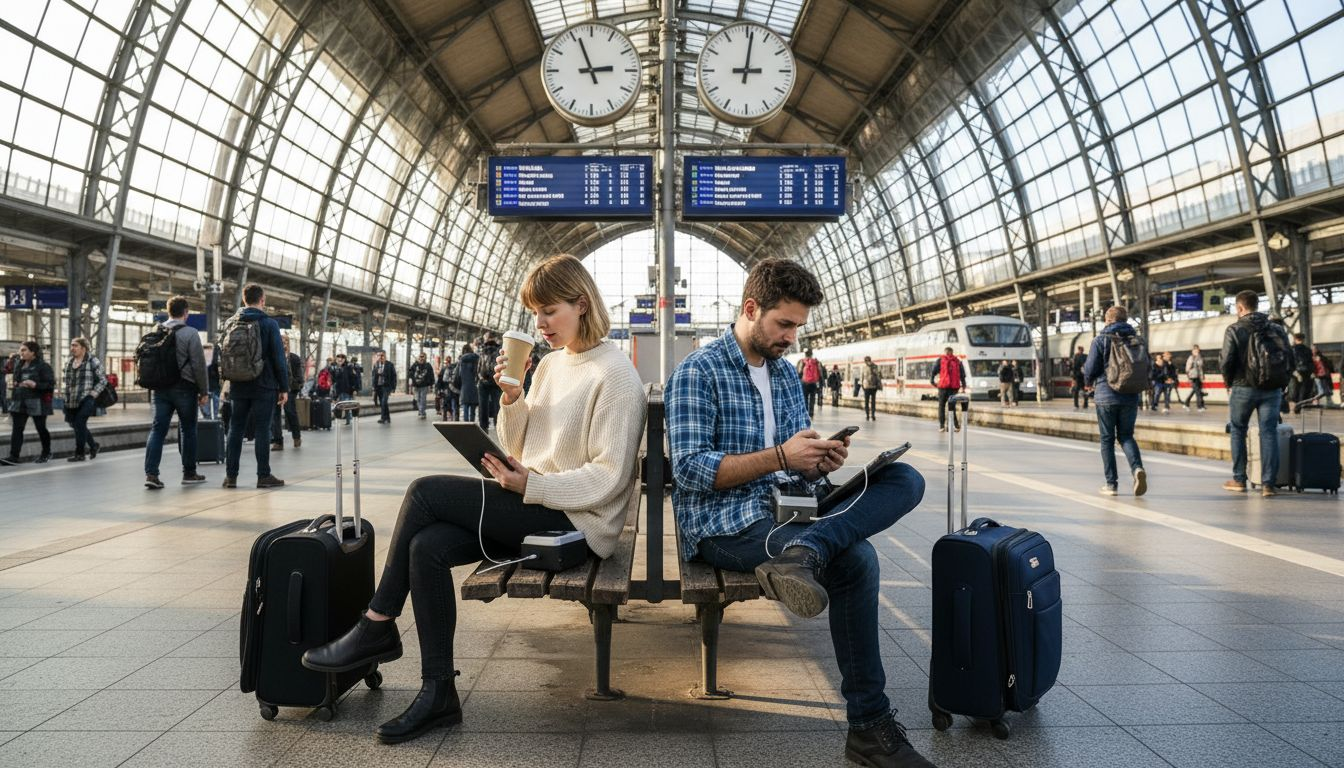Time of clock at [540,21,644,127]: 2:56
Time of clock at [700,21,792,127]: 3:01
